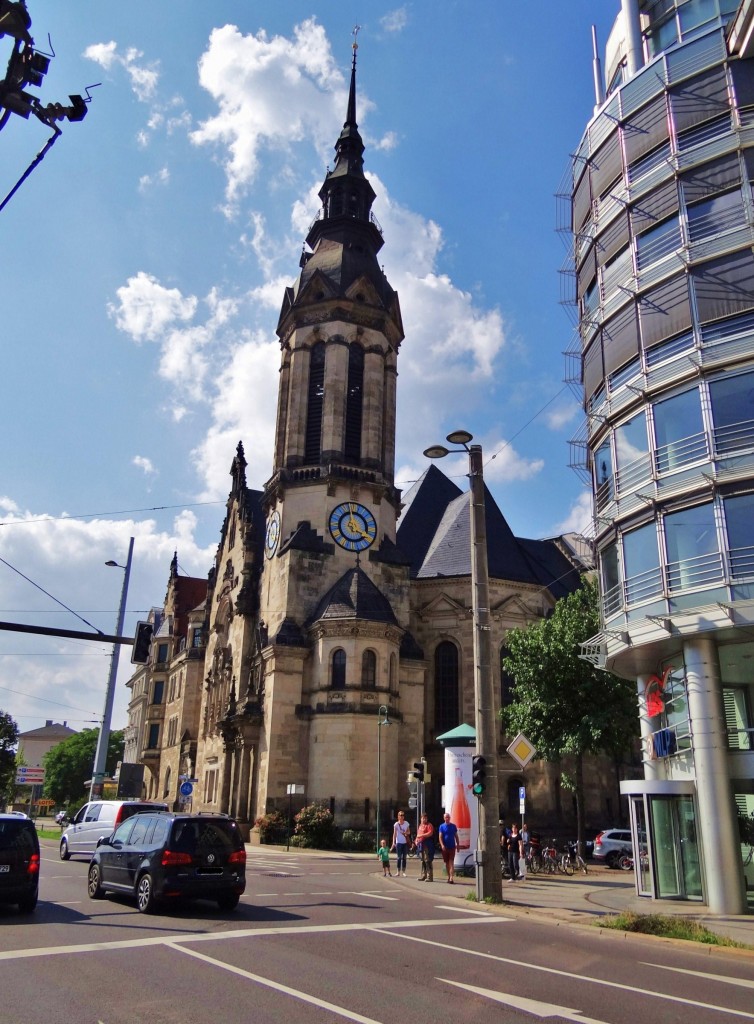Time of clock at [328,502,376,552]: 3:58
